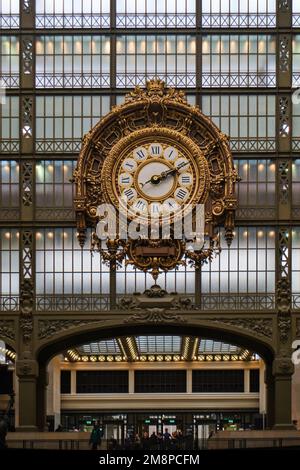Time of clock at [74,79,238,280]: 2:11
